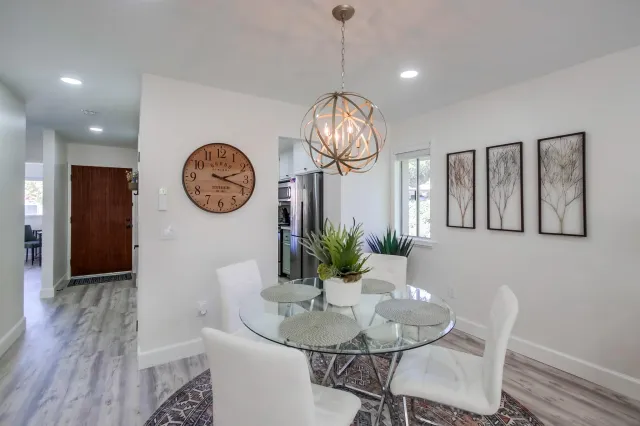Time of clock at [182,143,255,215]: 2:18
